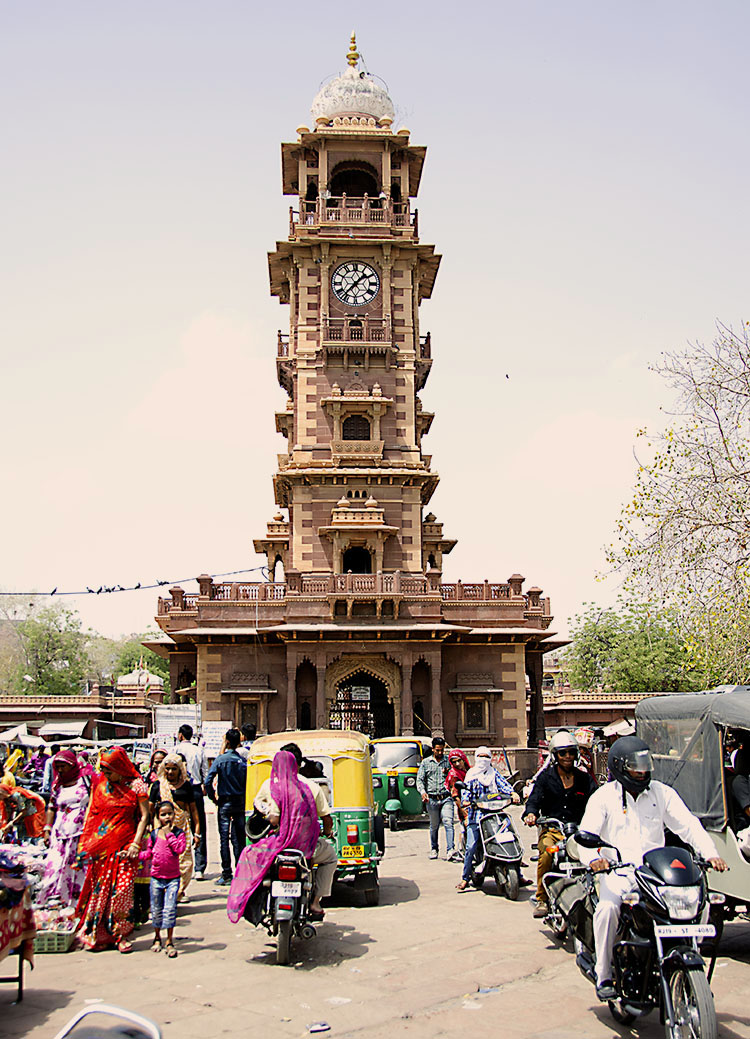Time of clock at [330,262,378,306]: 1:36
